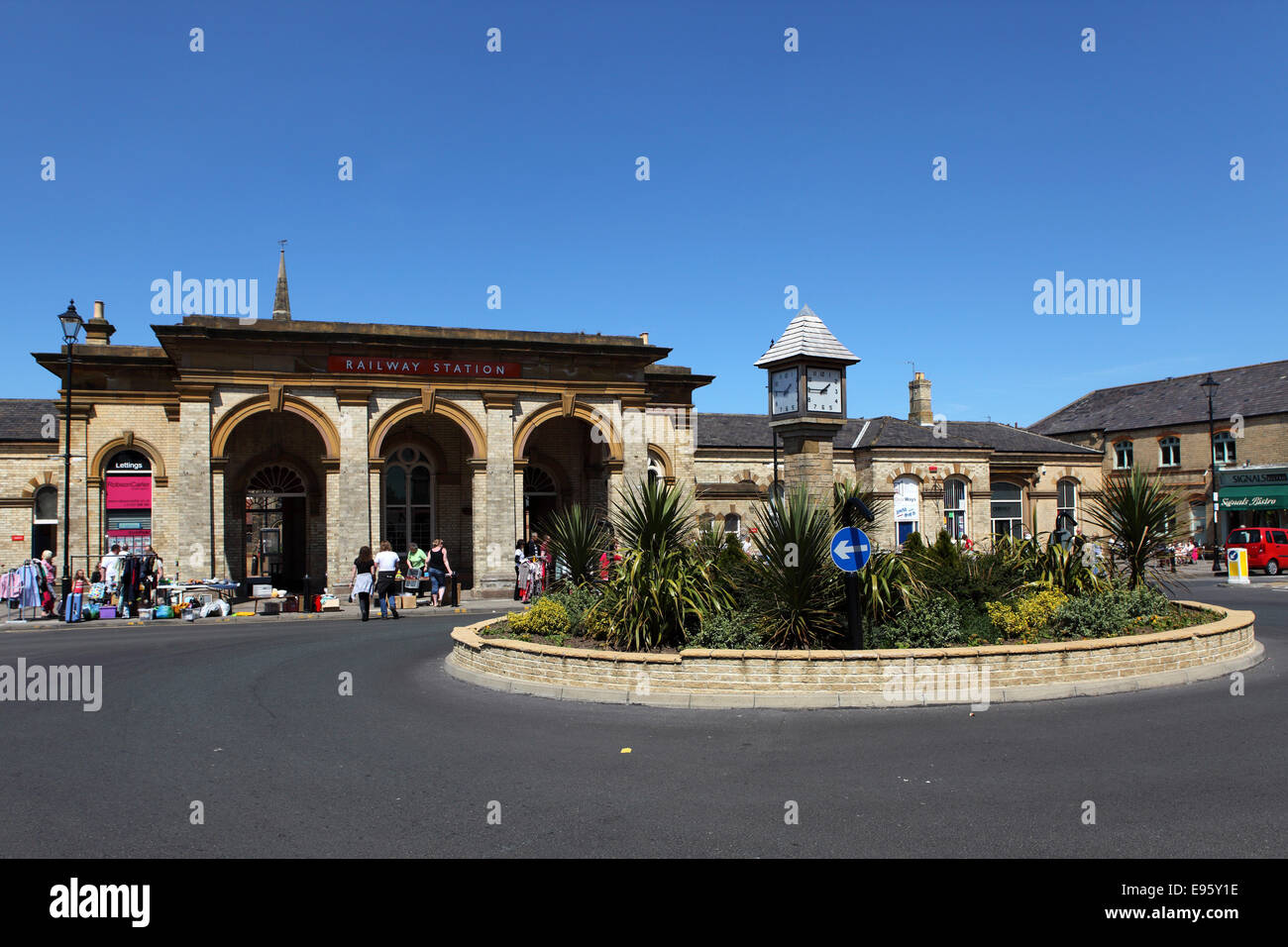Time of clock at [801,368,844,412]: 1:44
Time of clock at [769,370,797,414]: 1:46
